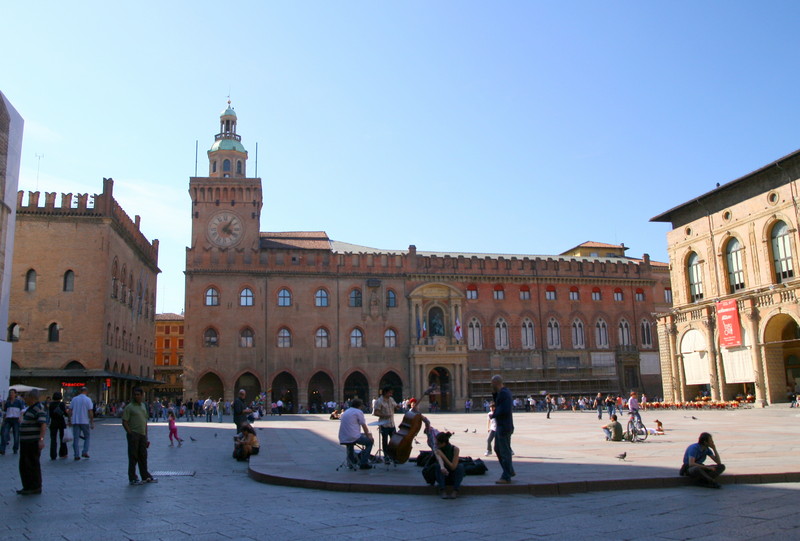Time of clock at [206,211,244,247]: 4:04
